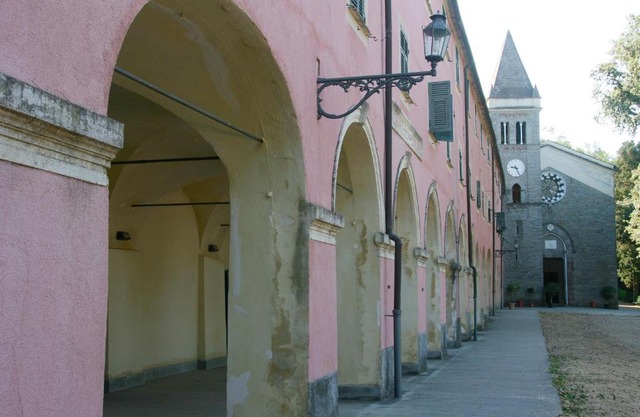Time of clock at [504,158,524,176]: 9:25
